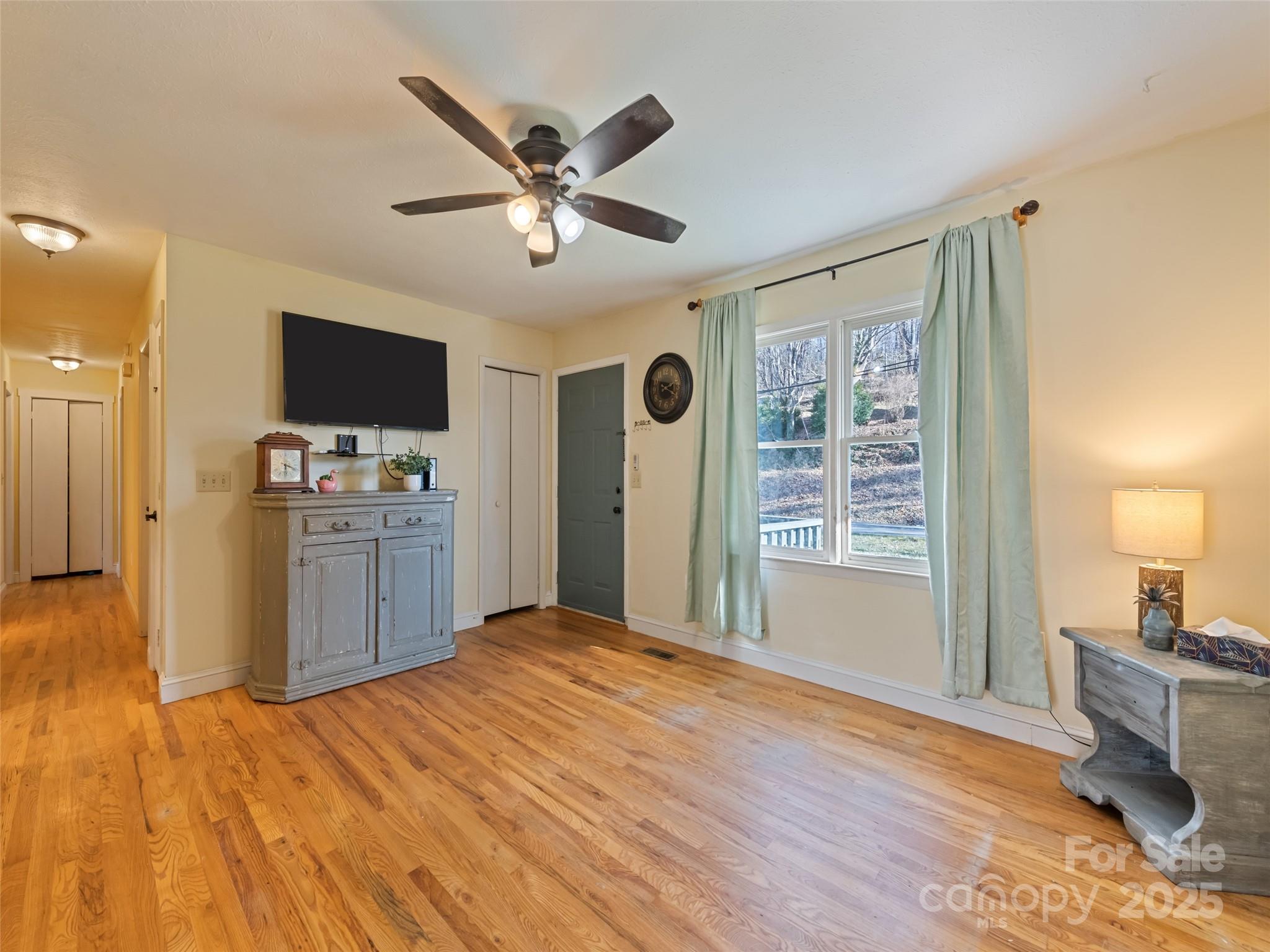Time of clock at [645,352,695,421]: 2:19
